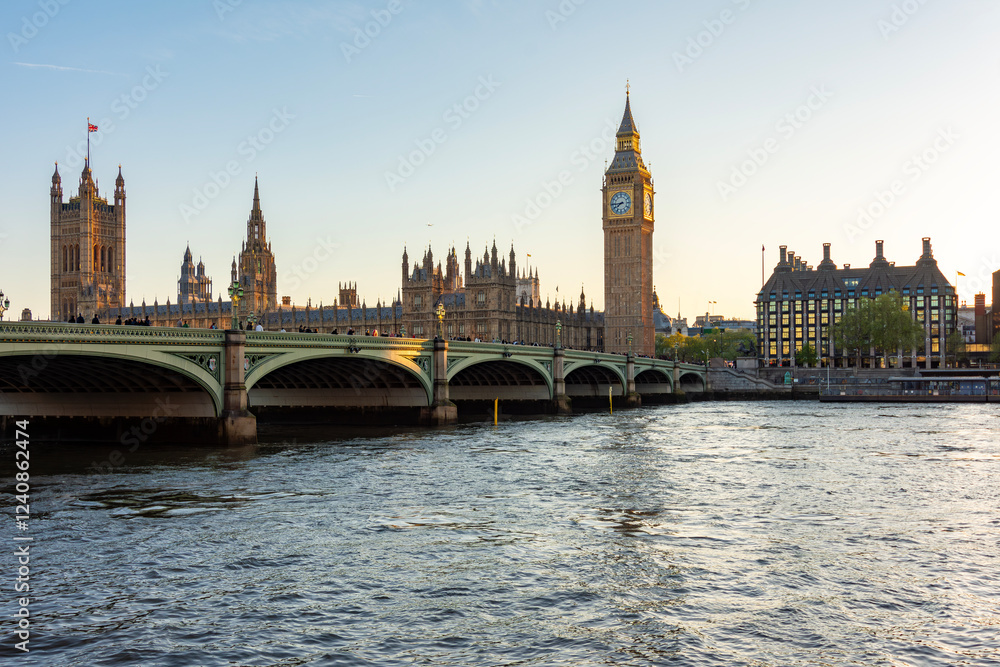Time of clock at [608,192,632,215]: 7:44
